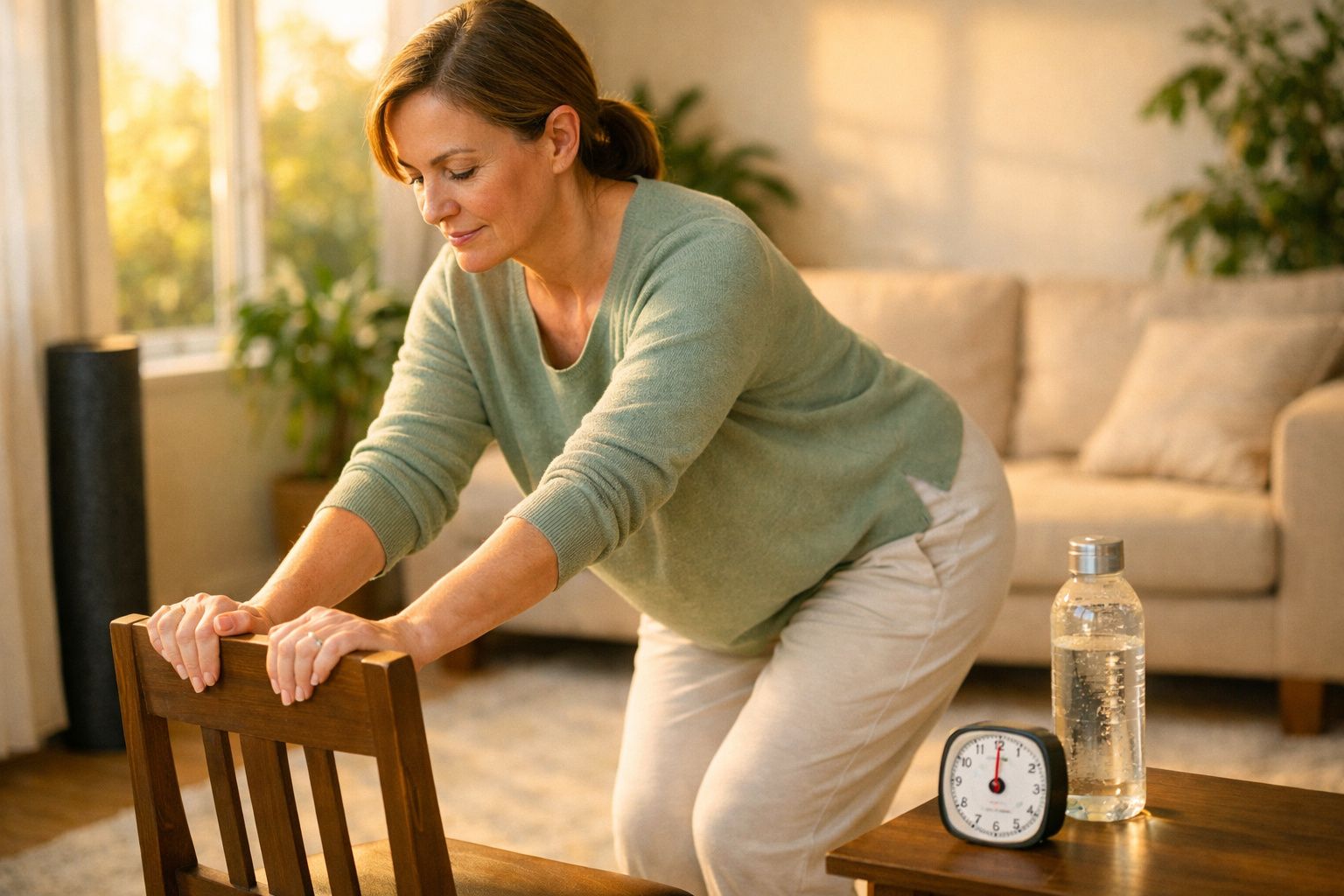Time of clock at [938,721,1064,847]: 12:00
